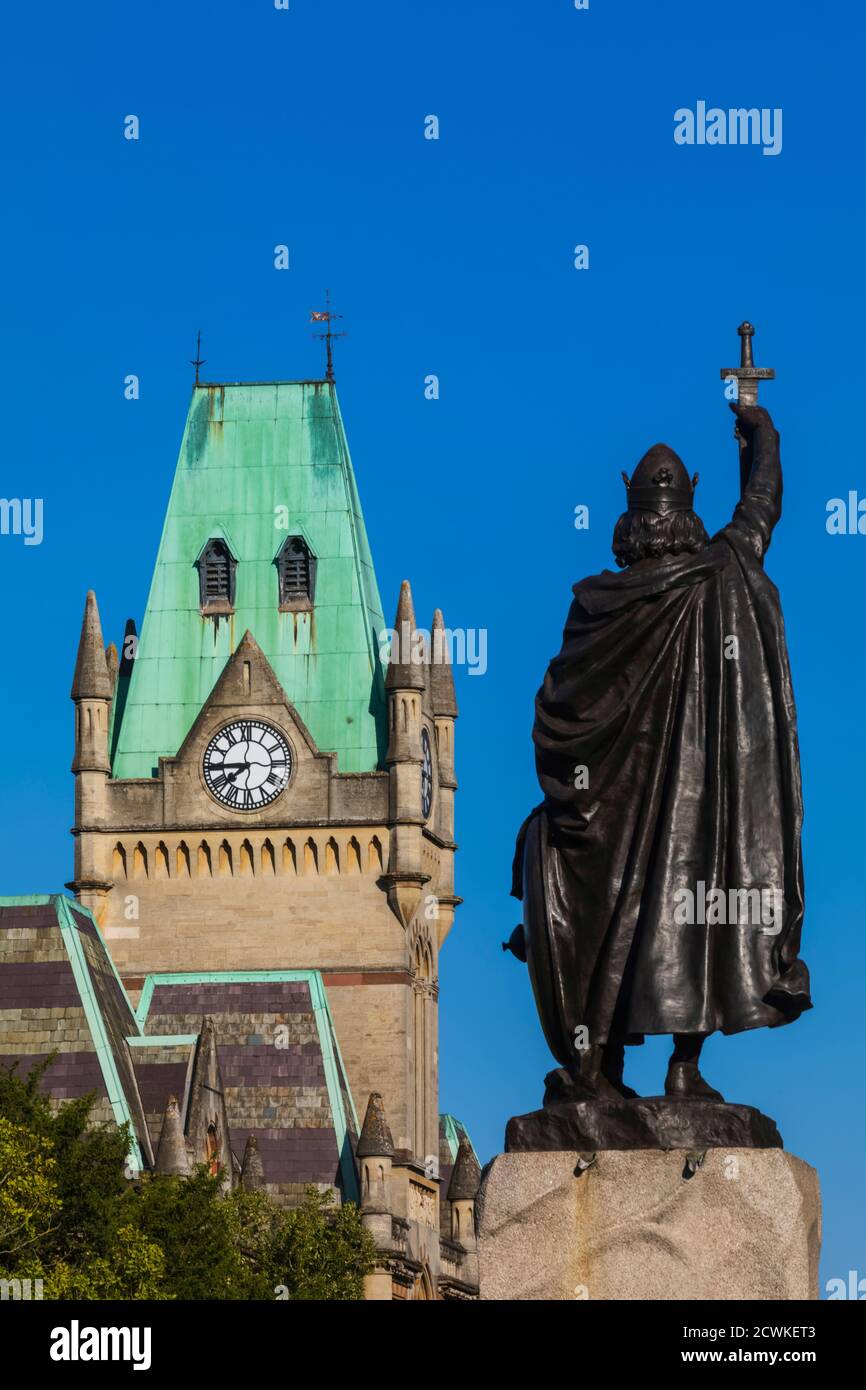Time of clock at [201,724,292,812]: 7:44
